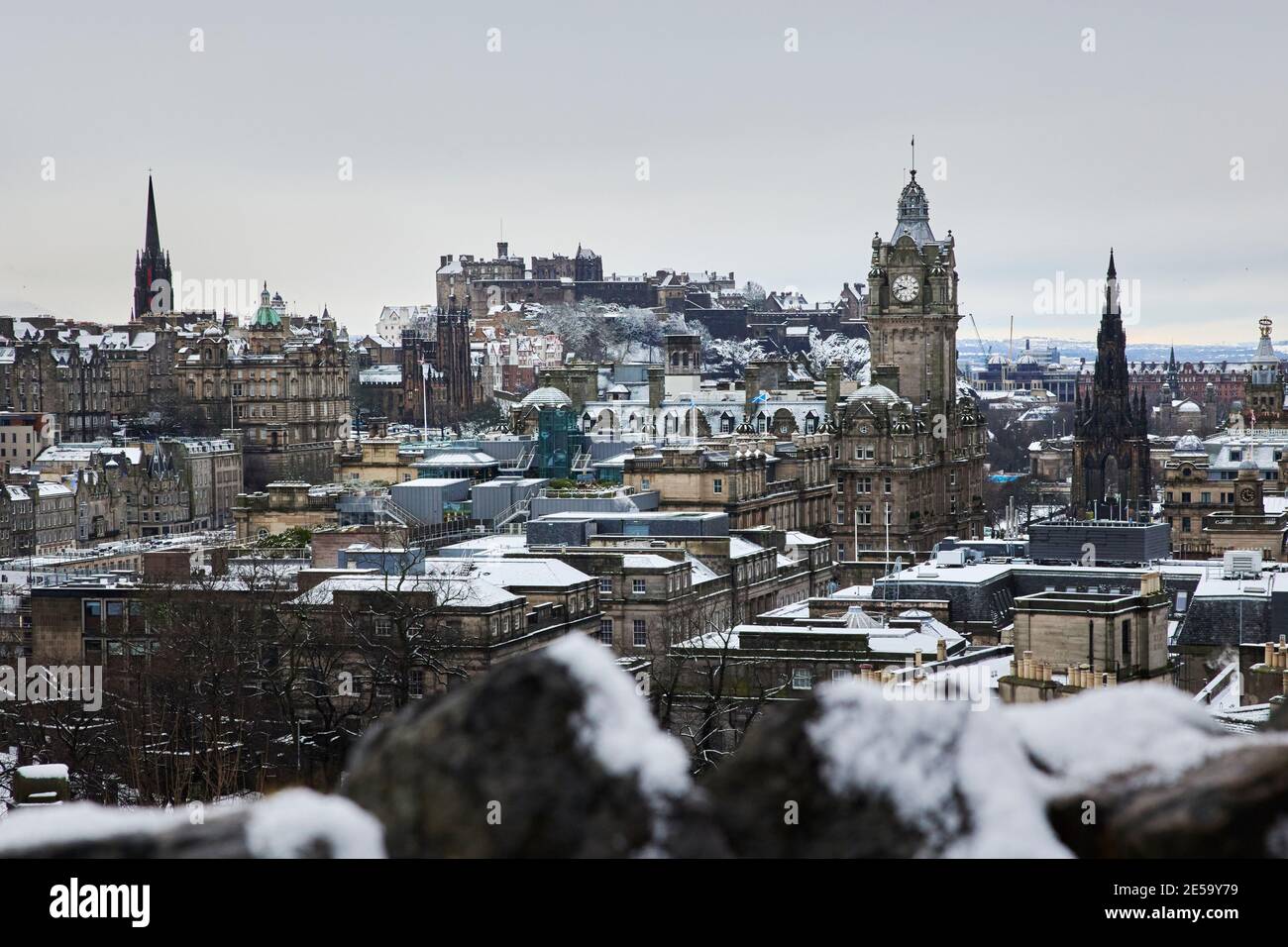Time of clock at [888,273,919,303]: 9:42
